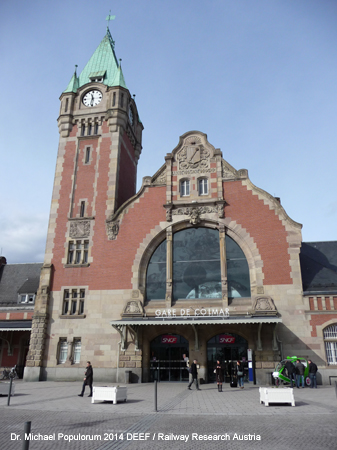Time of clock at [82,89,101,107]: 11:31
